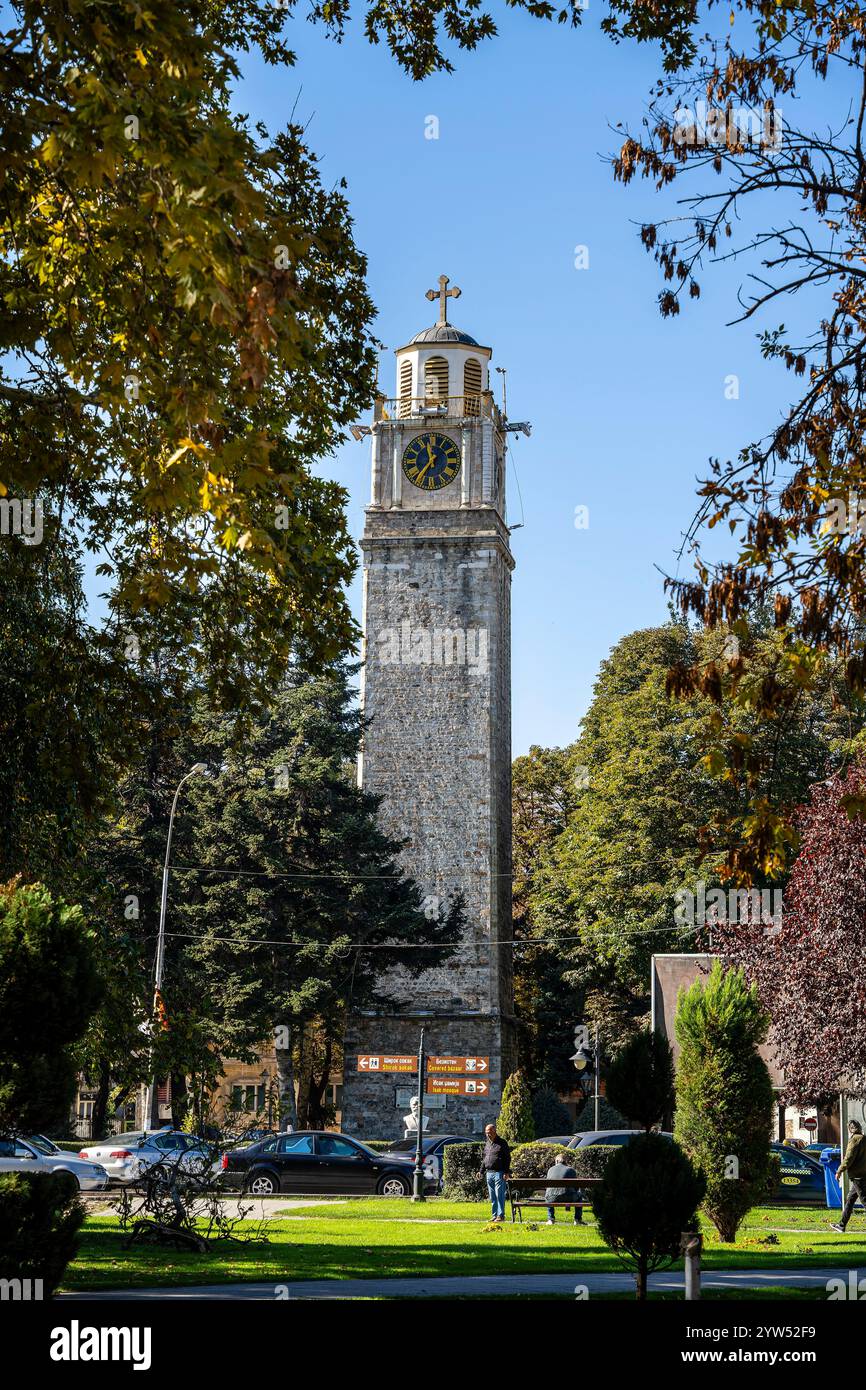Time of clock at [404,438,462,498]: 11:36
